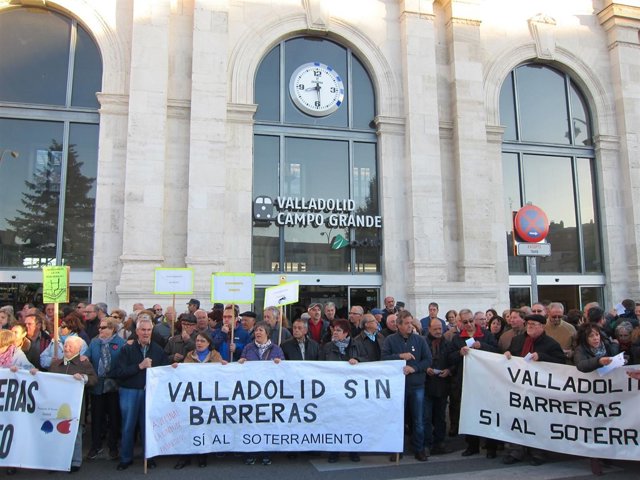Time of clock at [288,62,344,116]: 8:29
